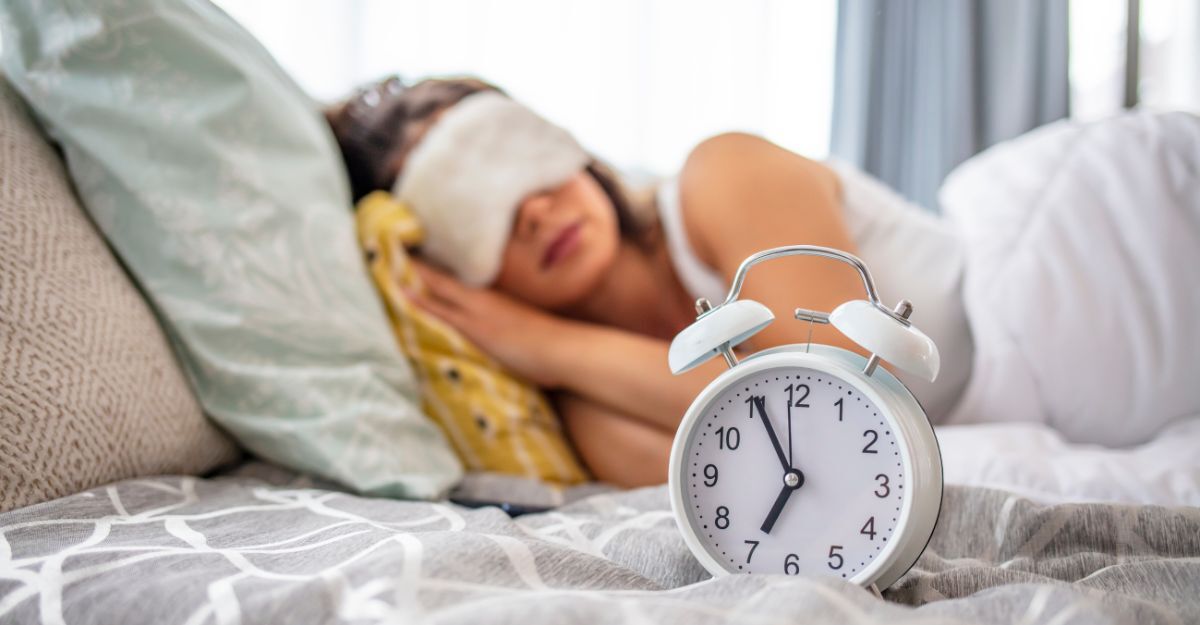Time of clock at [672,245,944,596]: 6:55
